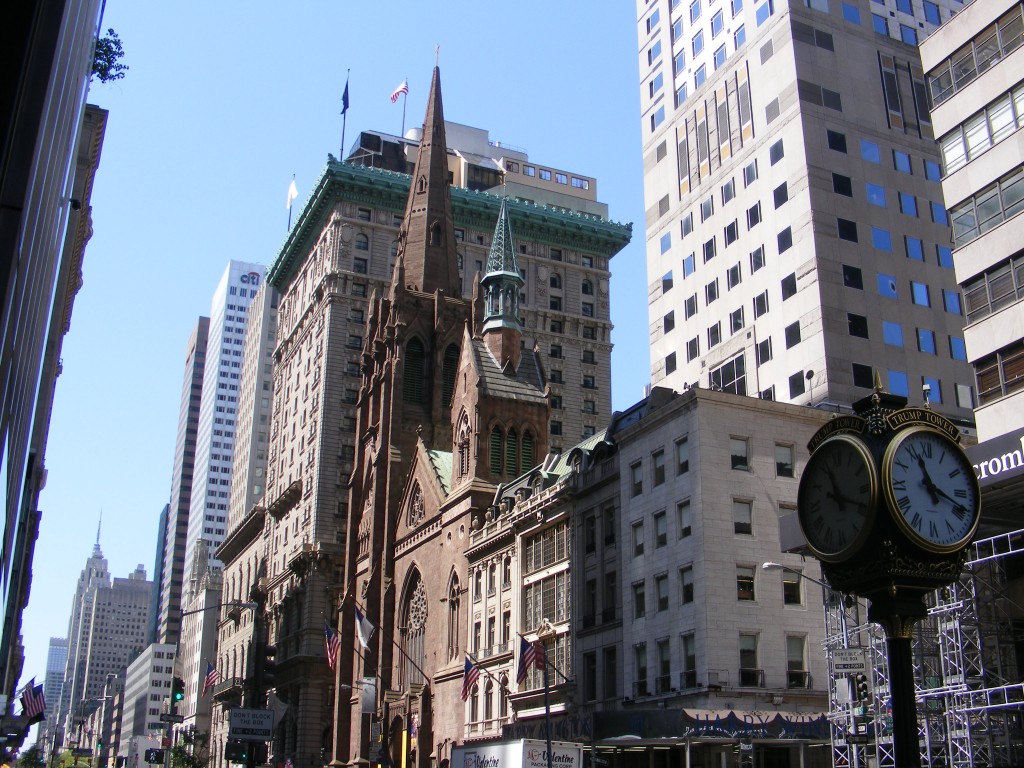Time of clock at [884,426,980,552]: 11:18
